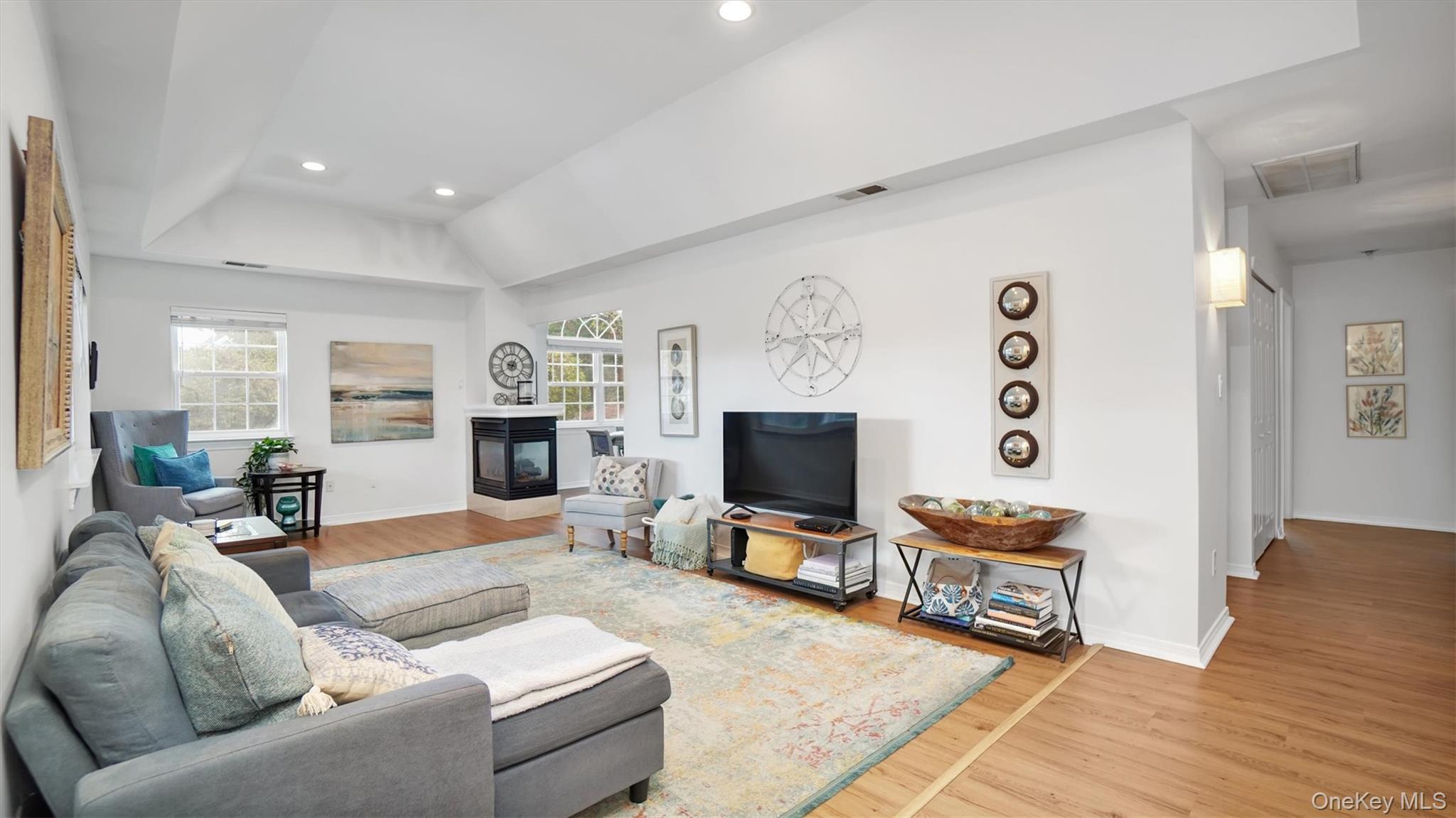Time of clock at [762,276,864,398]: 4:13
